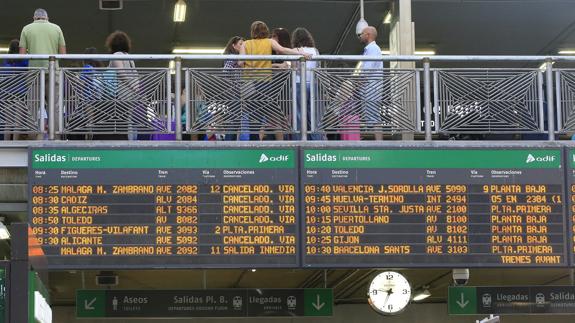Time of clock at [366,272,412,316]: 6:46
